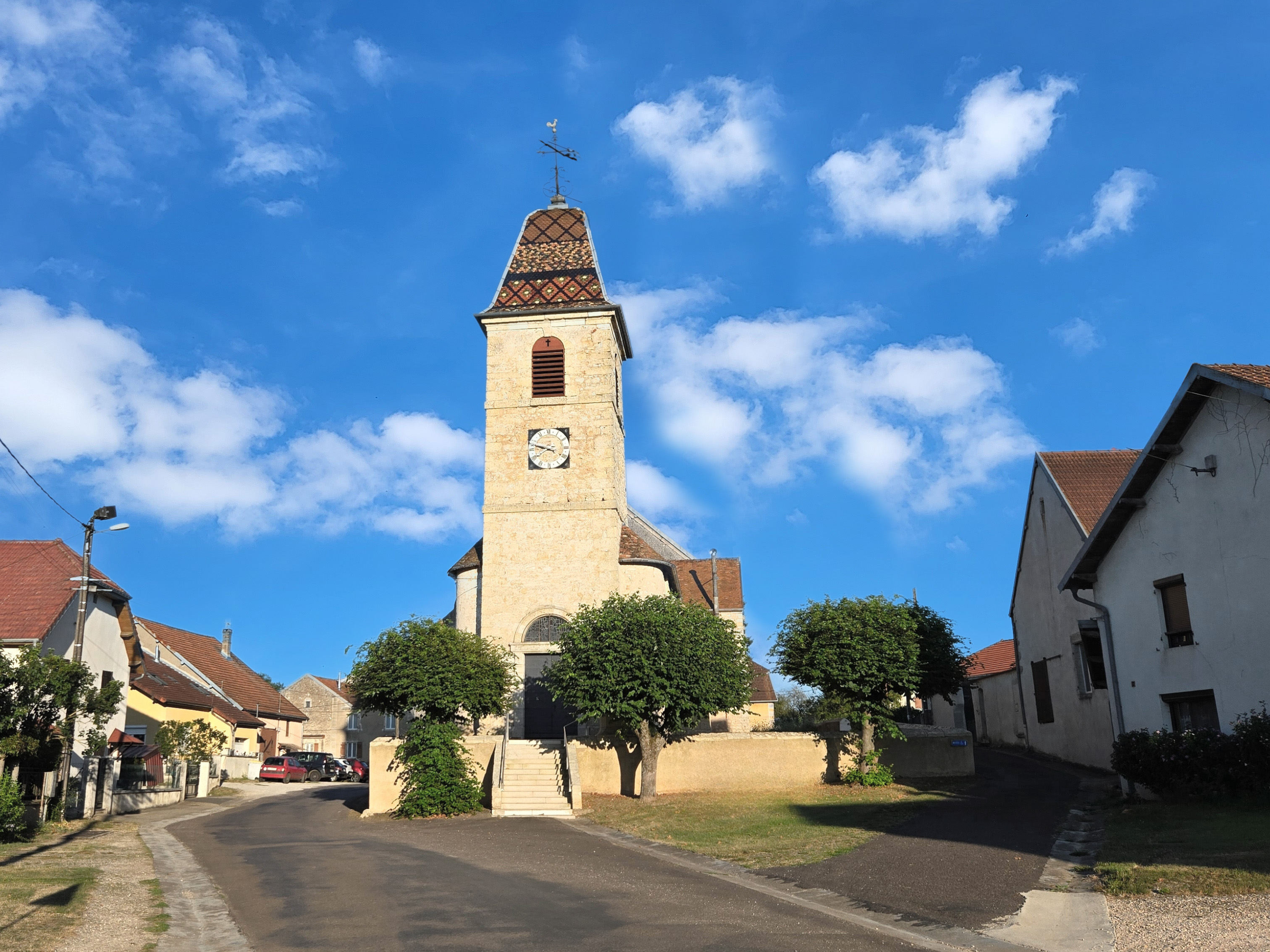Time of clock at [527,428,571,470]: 7:47
